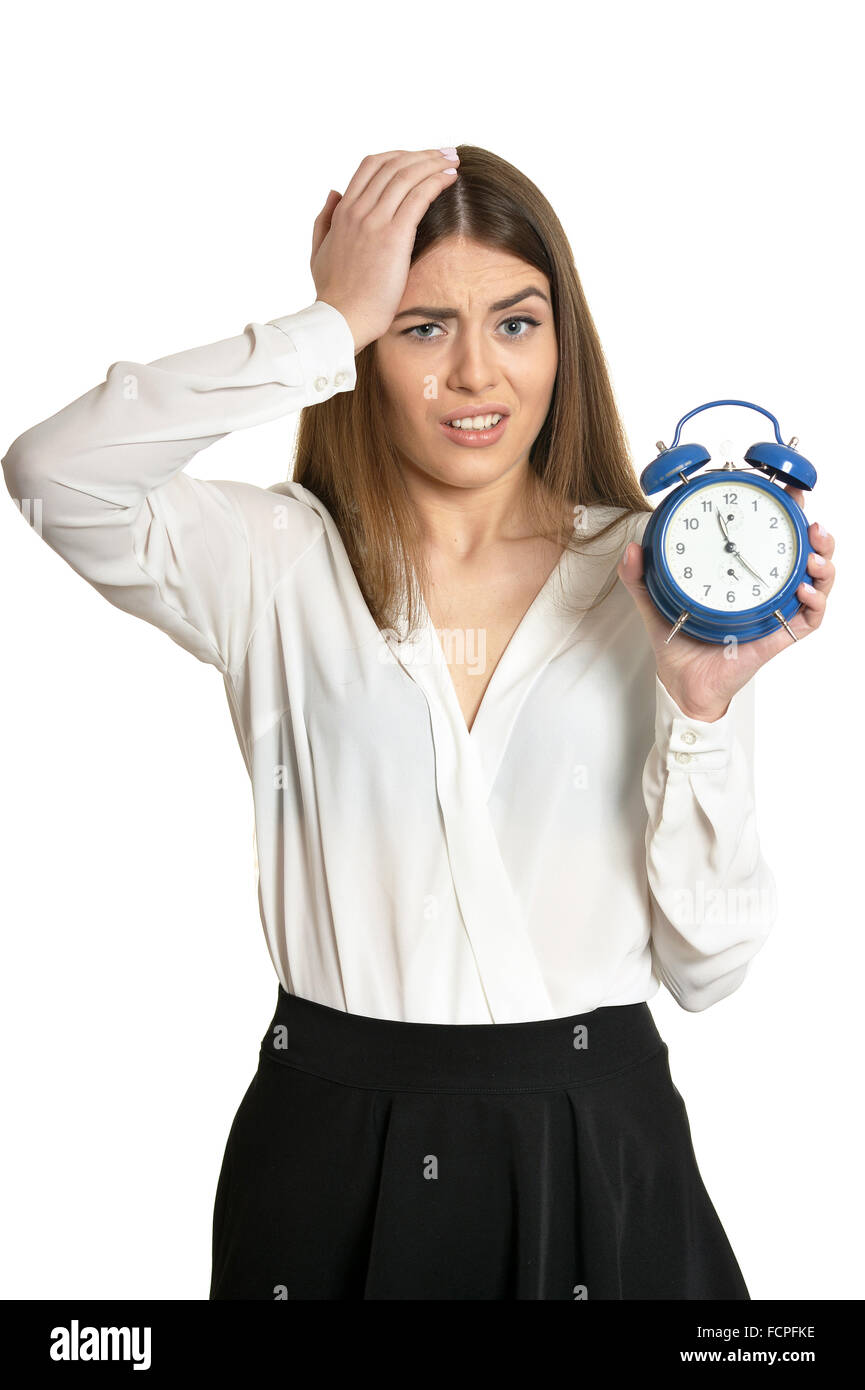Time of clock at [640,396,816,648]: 11:22
